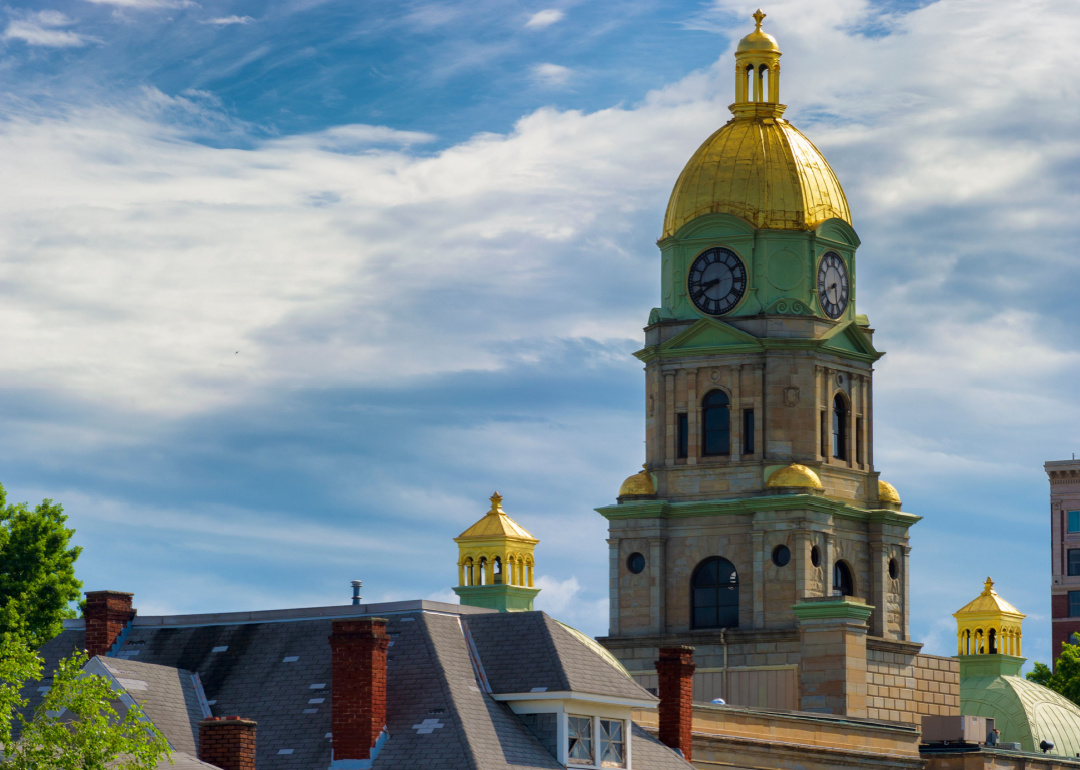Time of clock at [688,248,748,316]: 8:39
